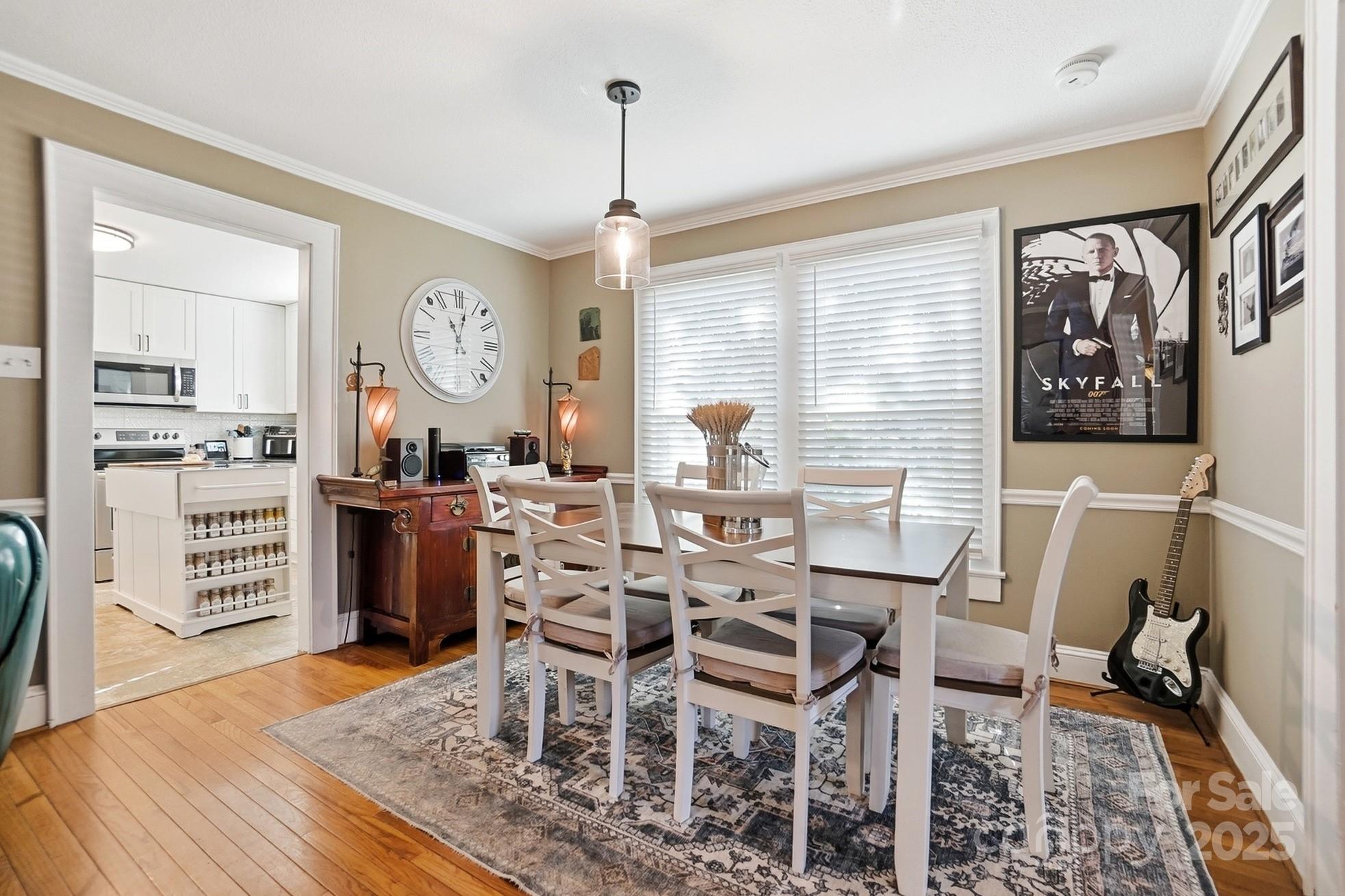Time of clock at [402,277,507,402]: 11:02
